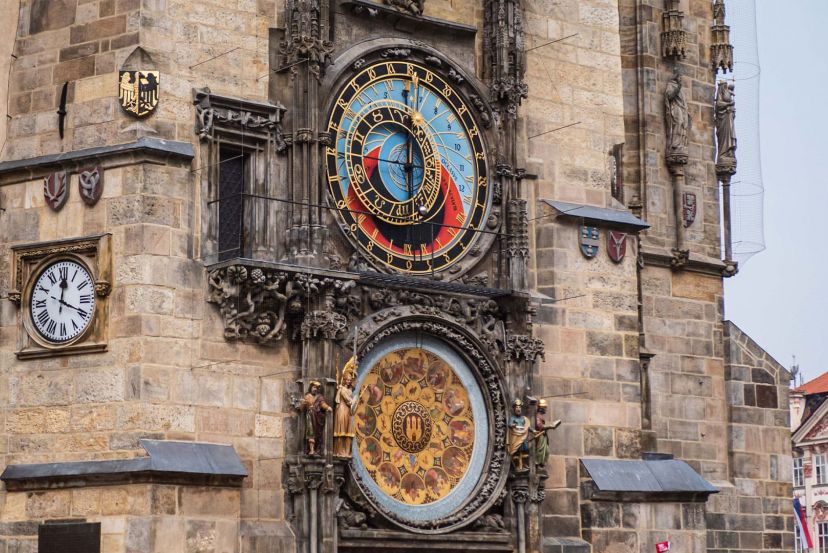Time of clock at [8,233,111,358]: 12:19
